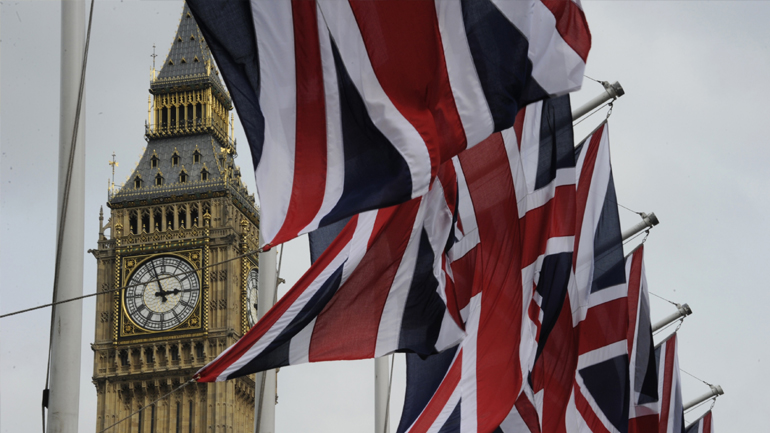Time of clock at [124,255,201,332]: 2:56
